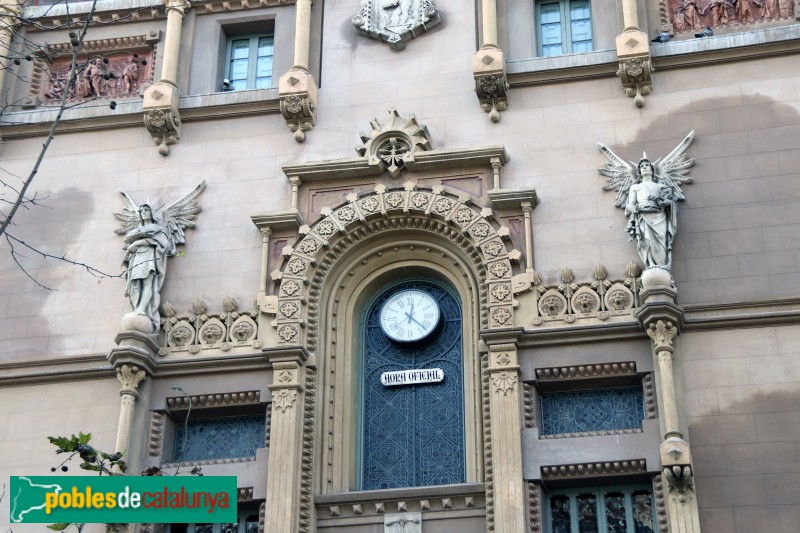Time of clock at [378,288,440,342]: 12:22
